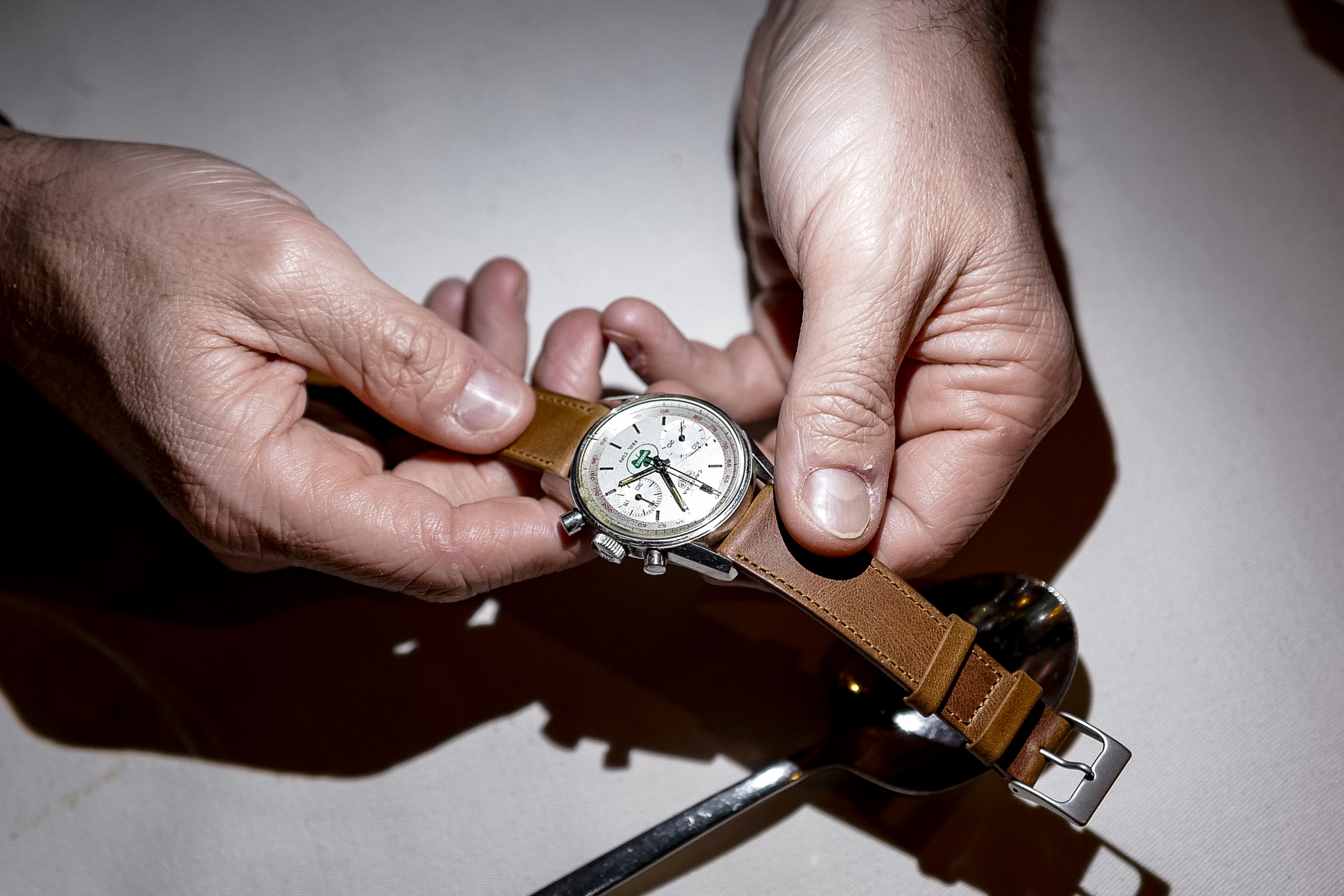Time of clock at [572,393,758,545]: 8:19
